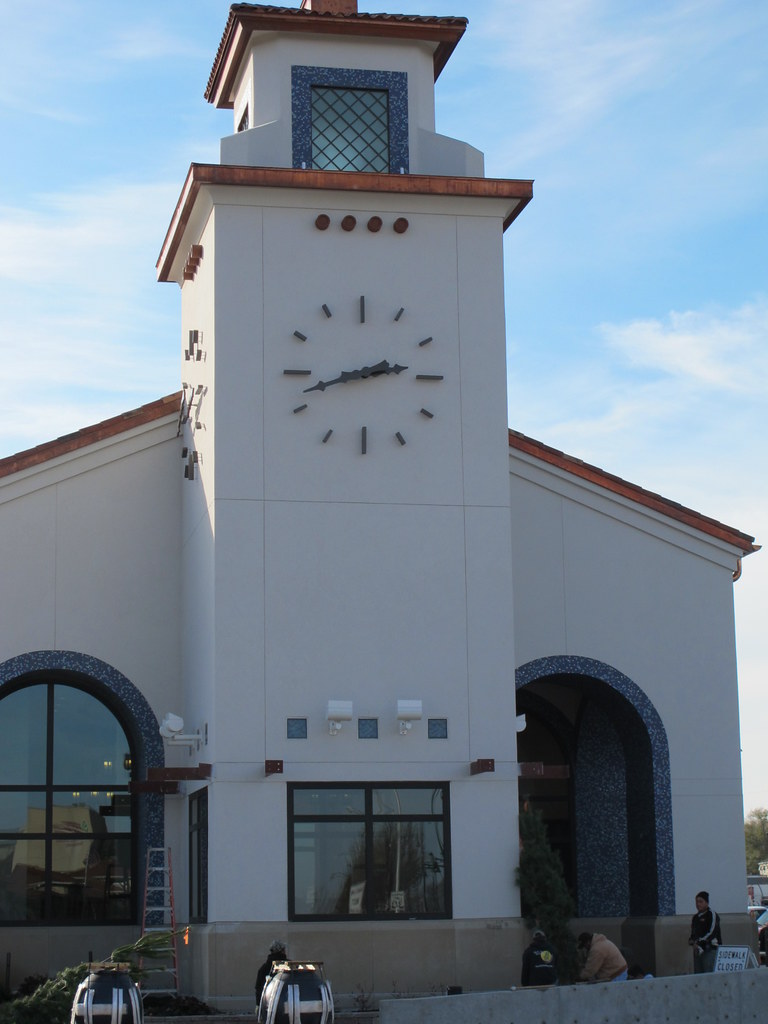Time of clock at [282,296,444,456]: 2:42
